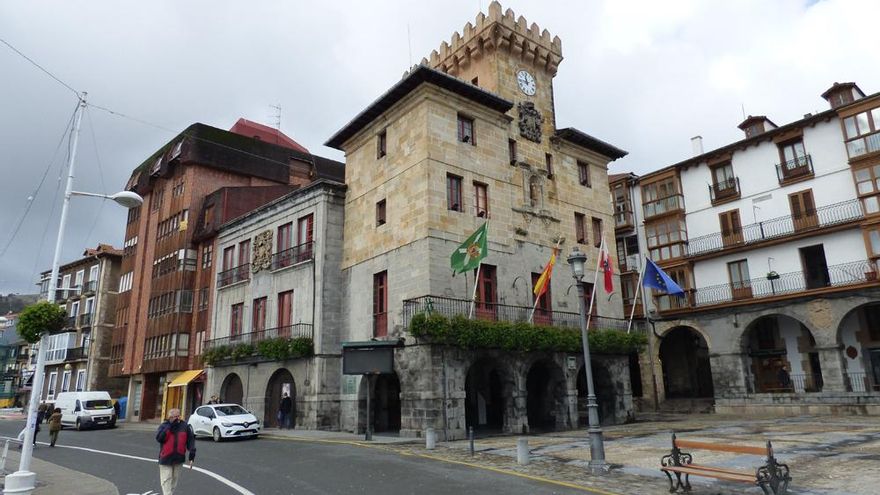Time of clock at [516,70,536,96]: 11:44
